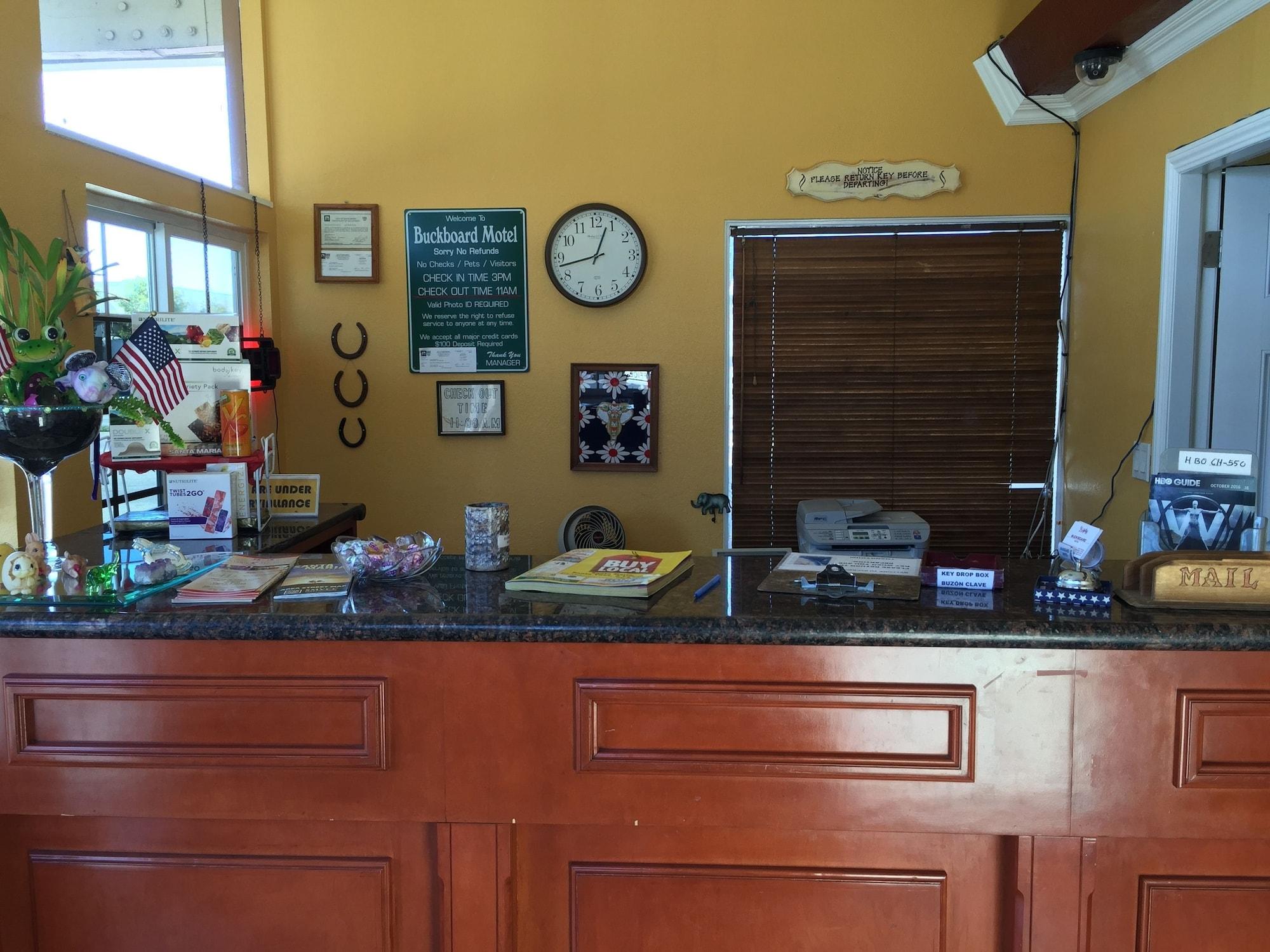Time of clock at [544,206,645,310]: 12:42
